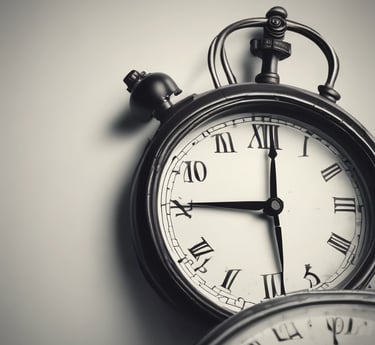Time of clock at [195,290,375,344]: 5:45
